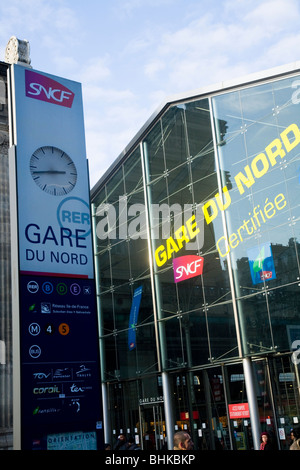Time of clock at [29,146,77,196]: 2:42
